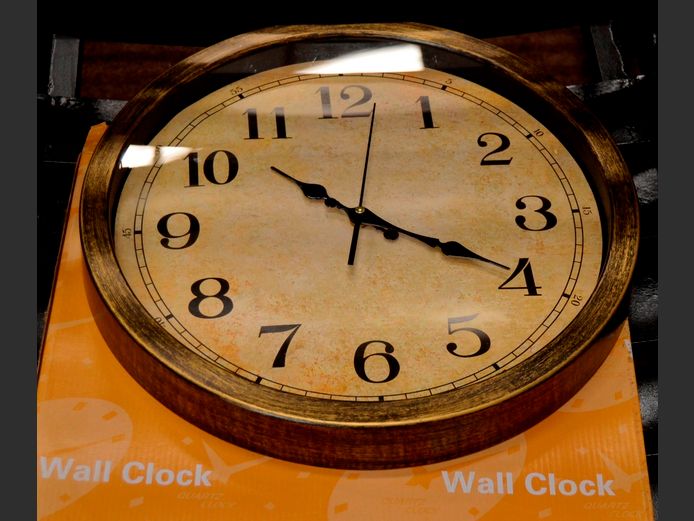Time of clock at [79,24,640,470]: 10:19
